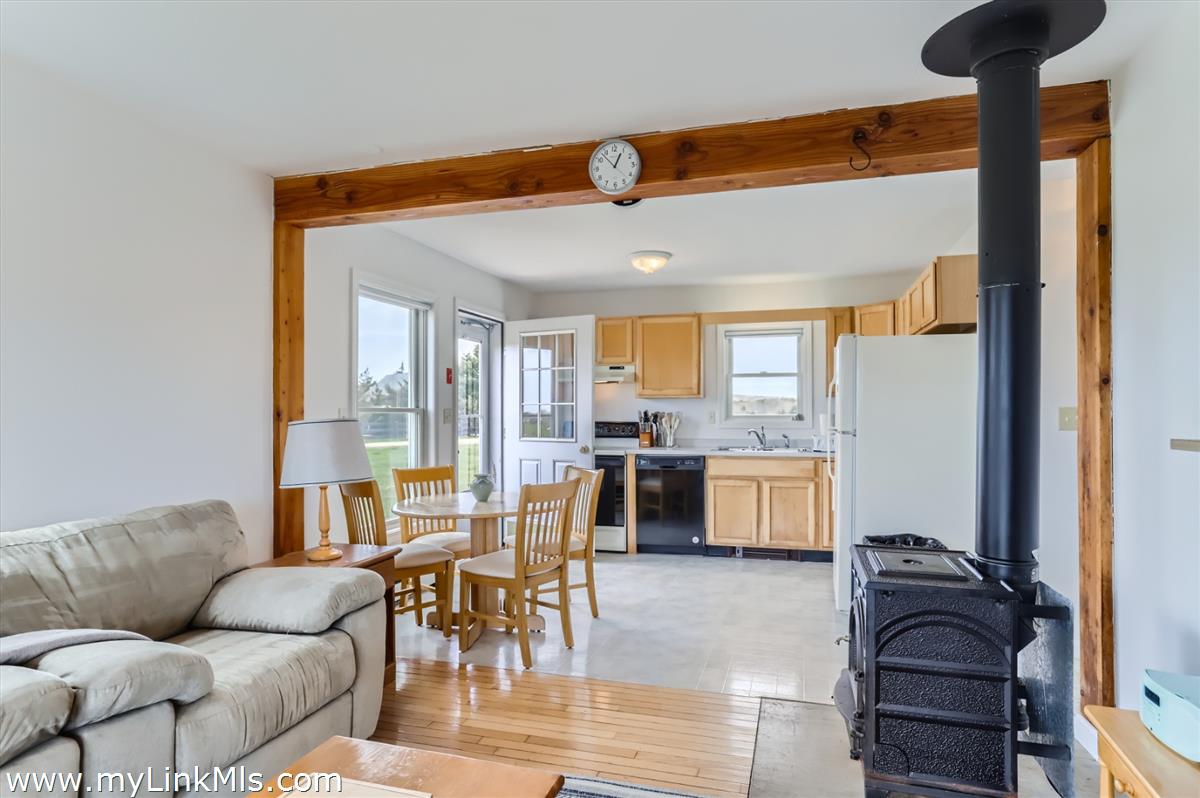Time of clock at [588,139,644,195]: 12:53
